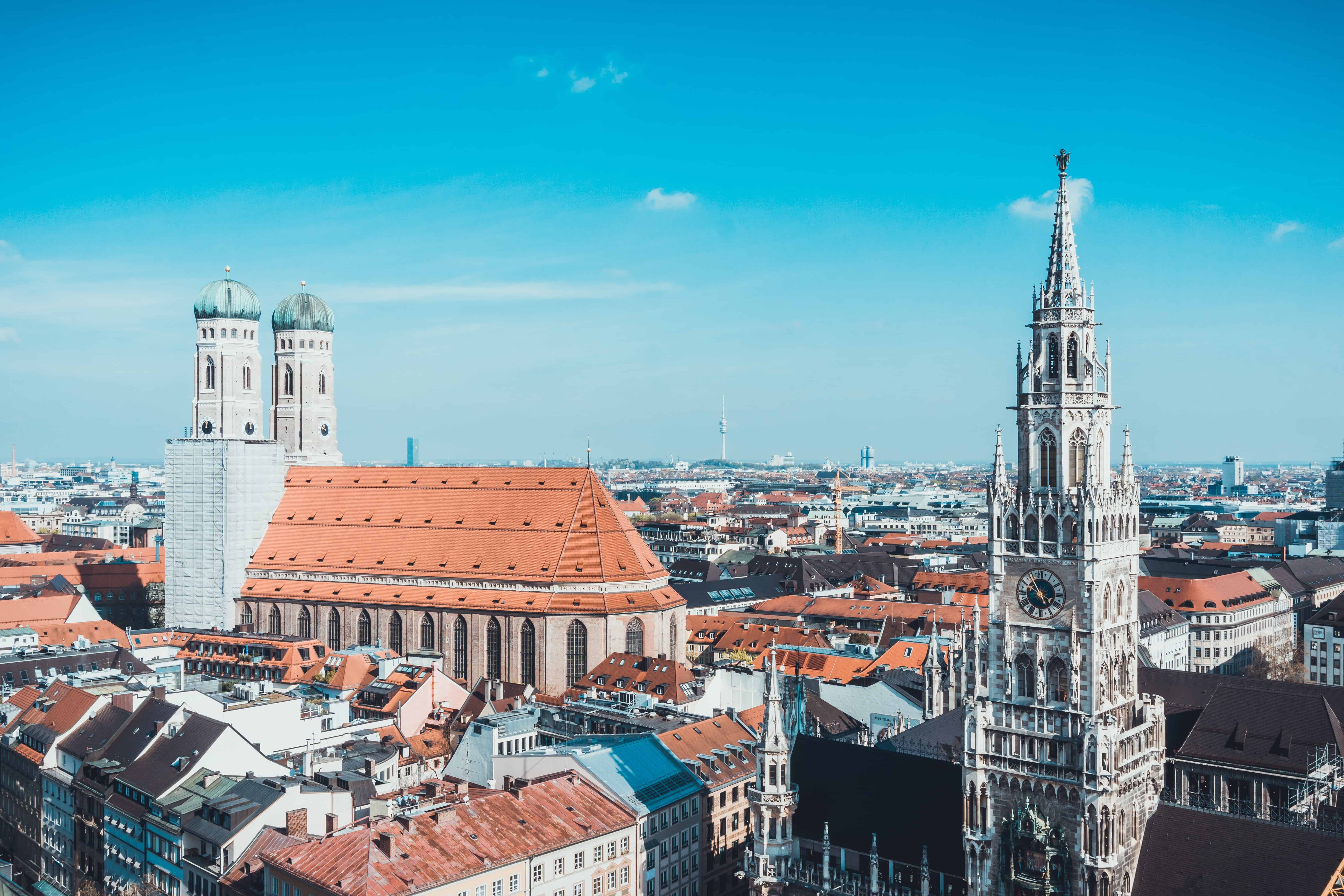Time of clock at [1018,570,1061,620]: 4:54
